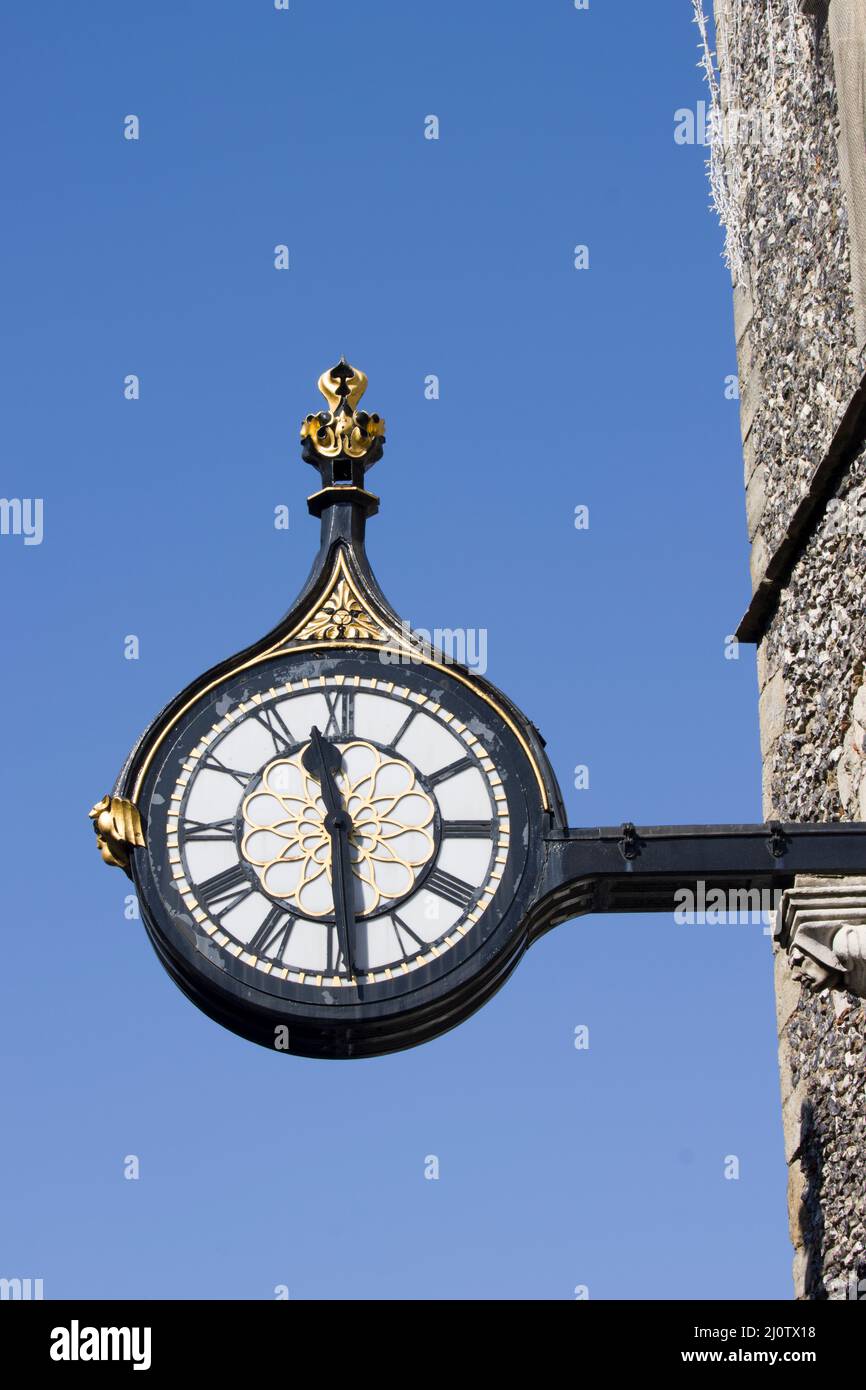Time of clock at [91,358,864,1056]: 11:28
